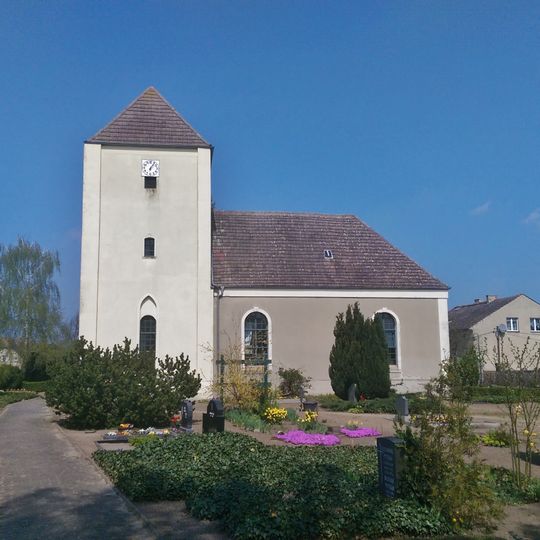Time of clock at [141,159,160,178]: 6:06
